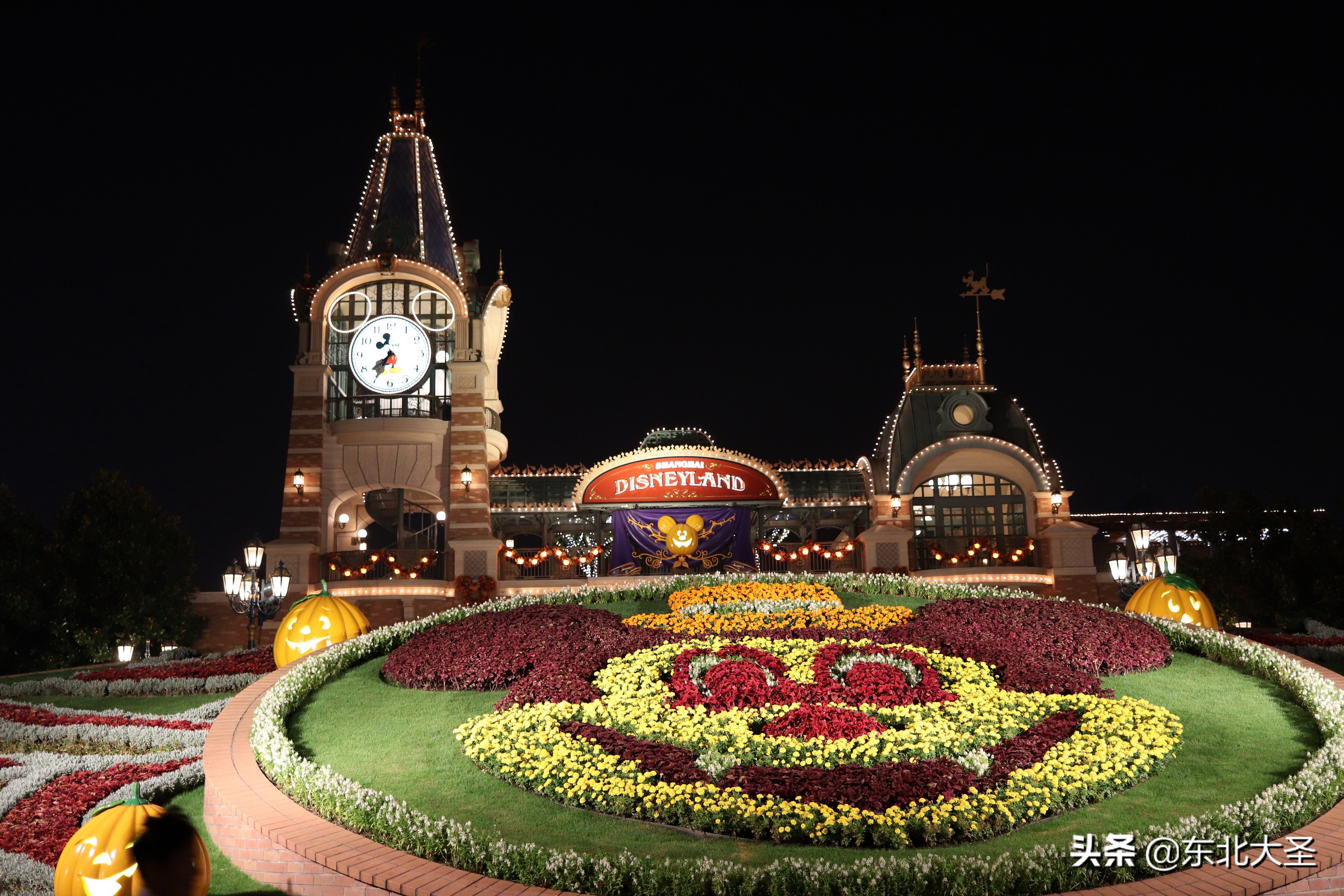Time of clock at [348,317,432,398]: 7:34
